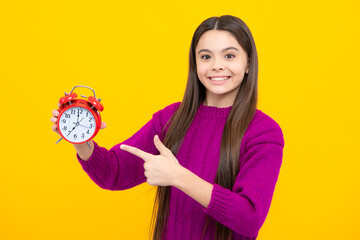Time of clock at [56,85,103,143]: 6:59
